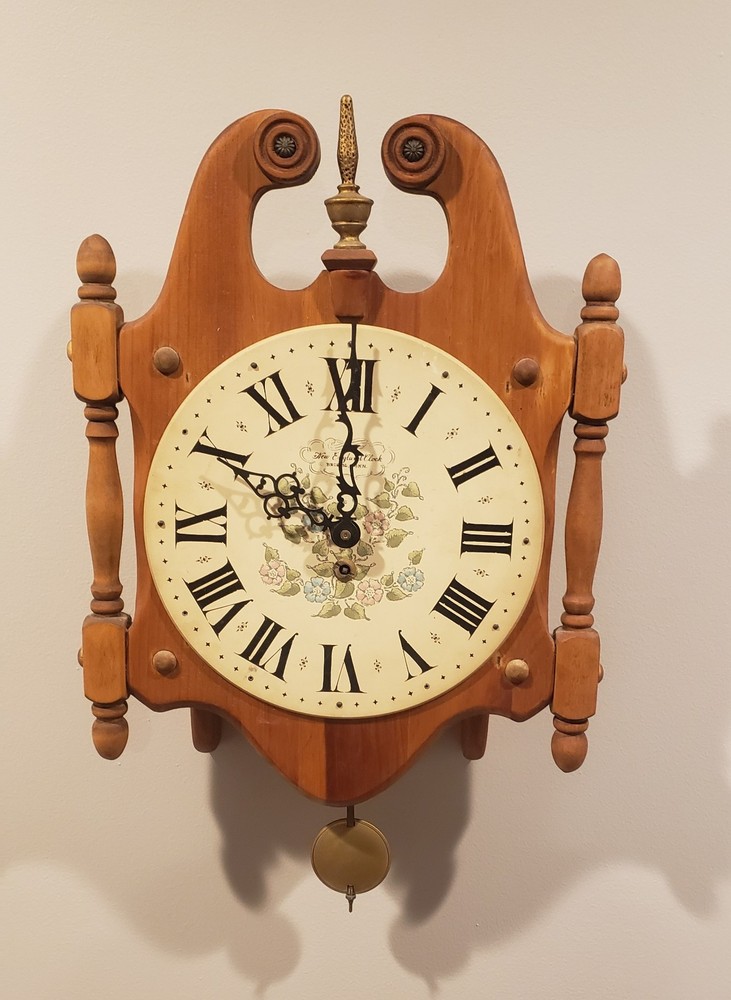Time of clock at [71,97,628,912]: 9:59
